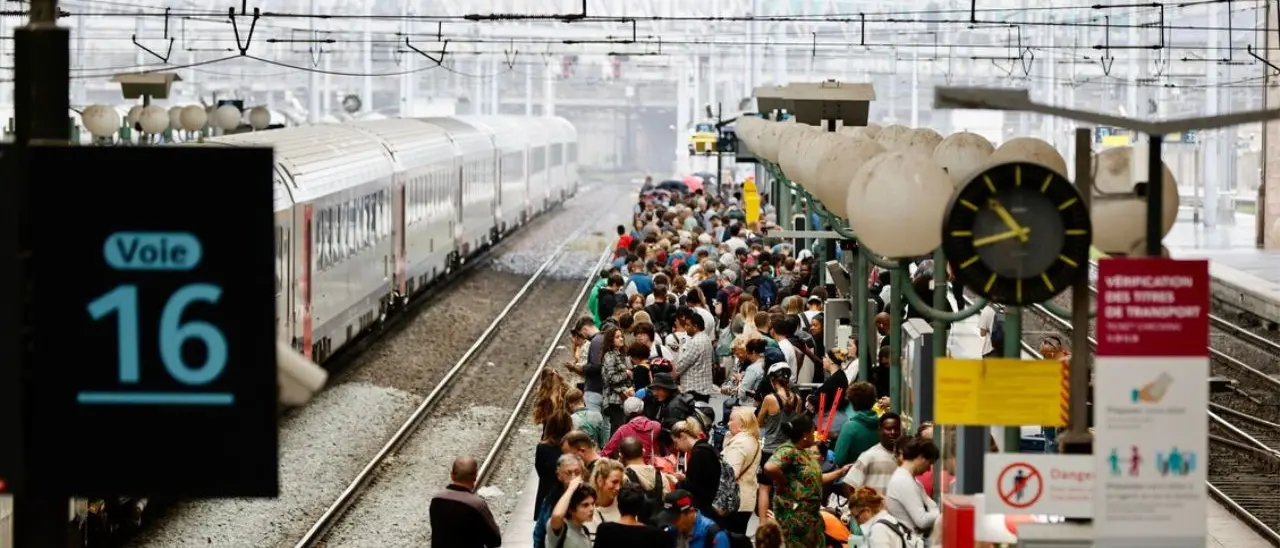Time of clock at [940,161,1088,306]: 10:42
